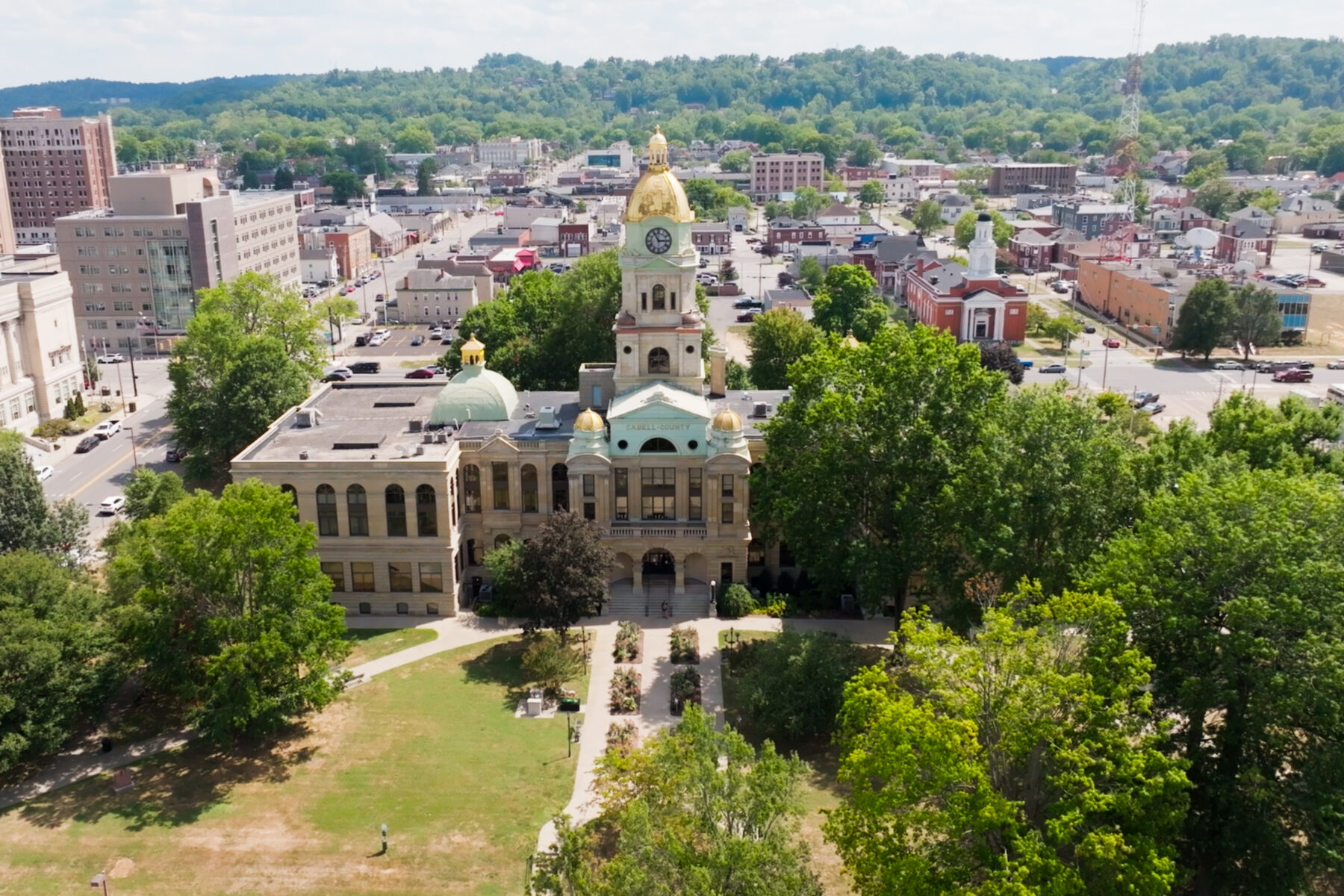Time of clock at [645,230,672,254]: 2:55
